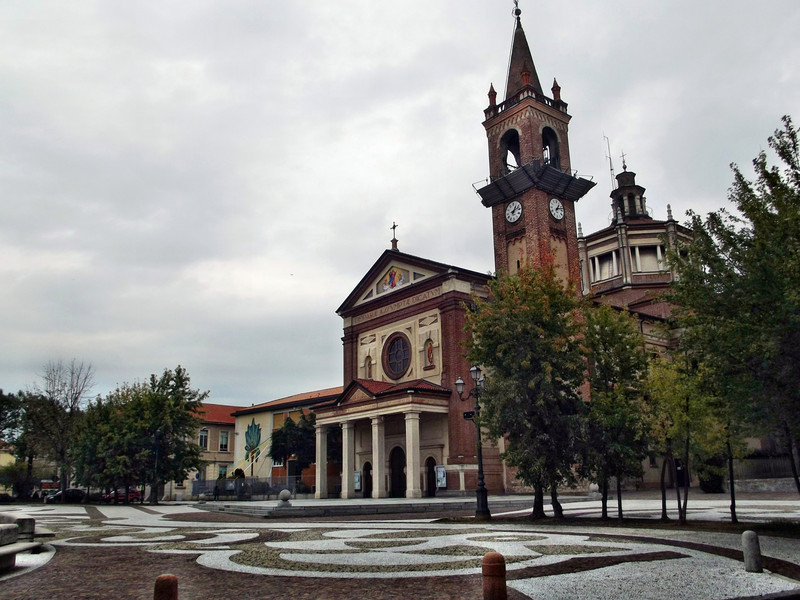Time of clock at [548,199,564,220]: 1:12
